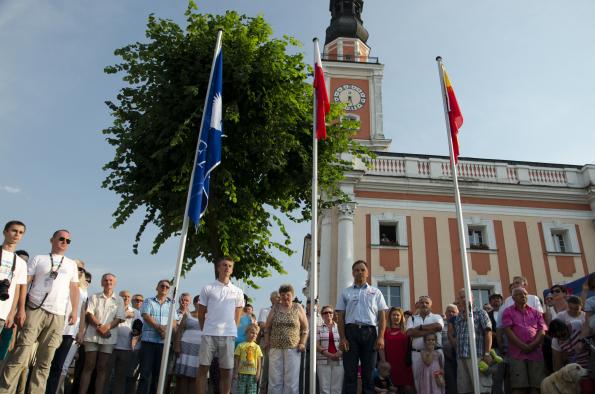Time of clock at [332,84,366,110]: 6:27
